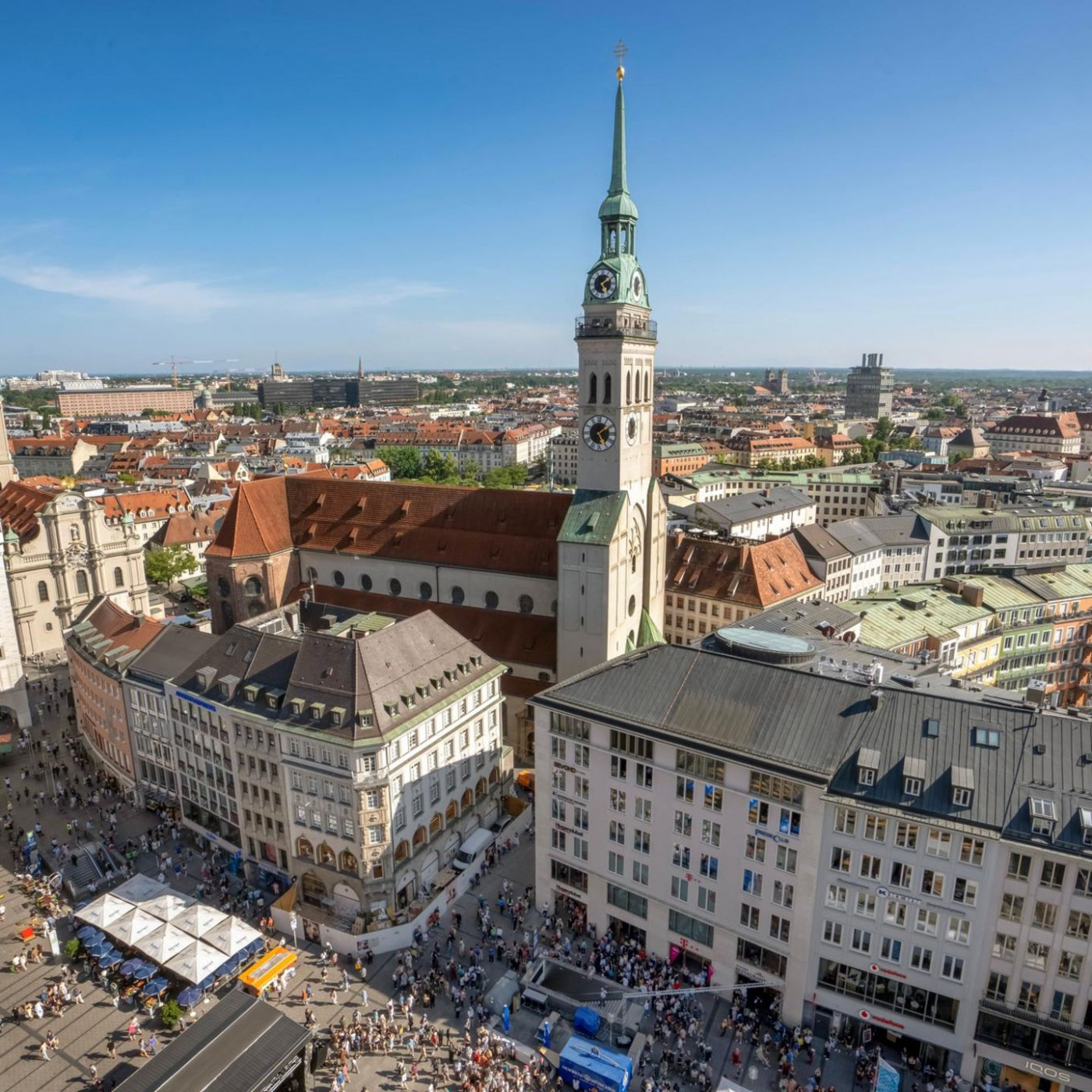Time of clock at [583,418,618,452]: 5:08
